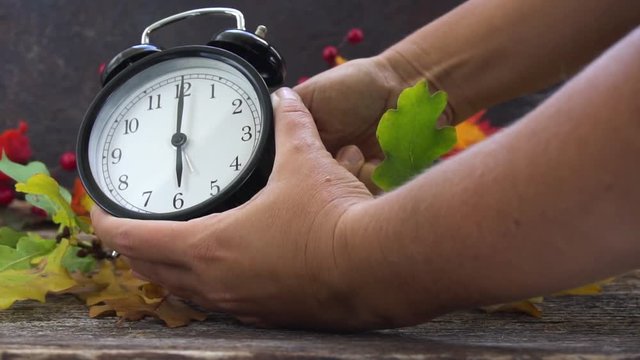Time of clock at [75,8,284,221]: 6:00
